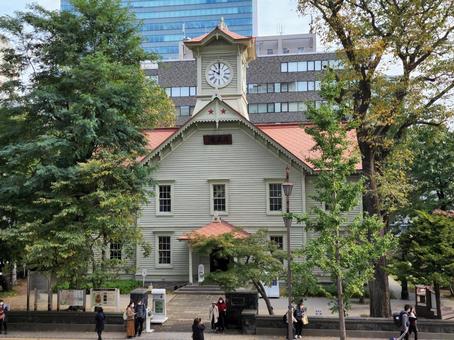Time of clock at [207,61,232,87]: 10:00
